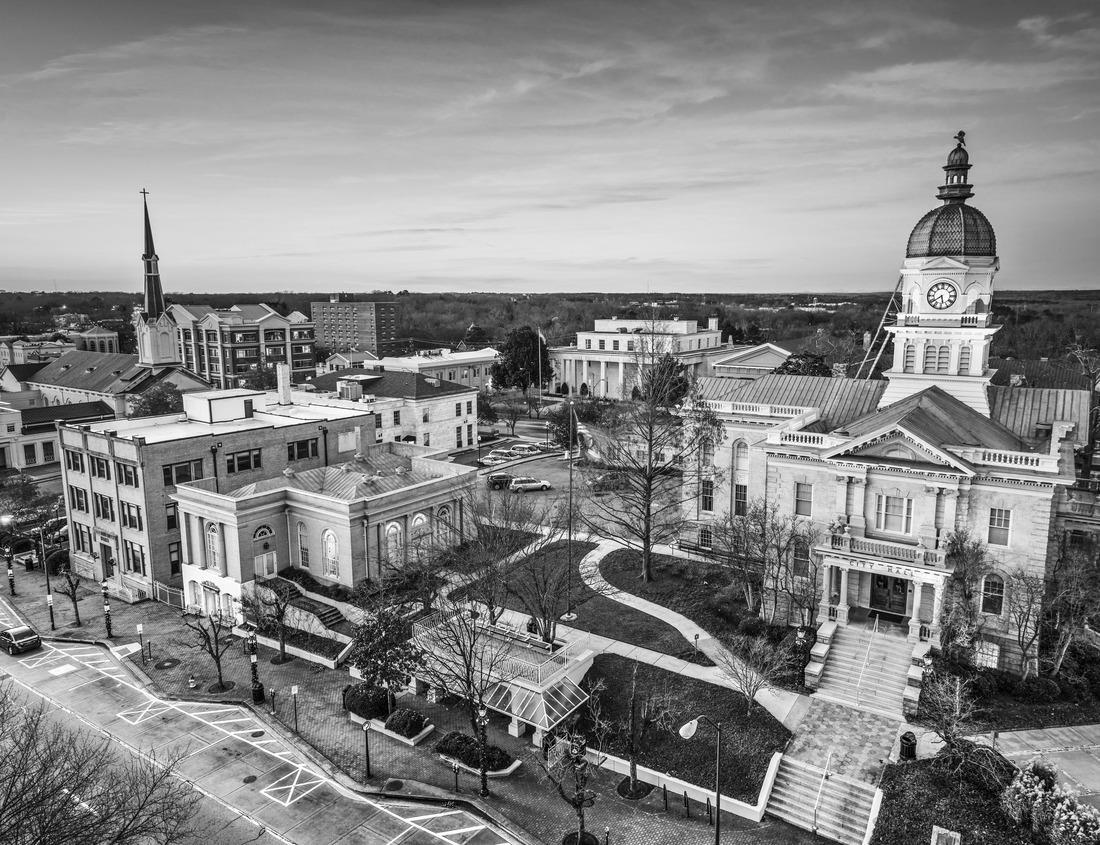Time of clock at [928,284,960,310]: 5:38
